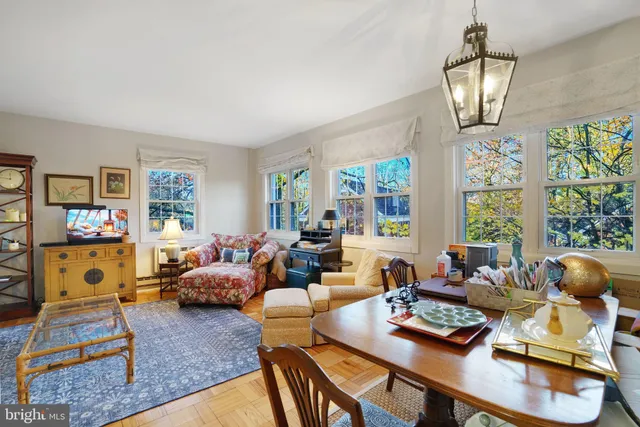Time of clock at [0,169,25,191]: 11:46
